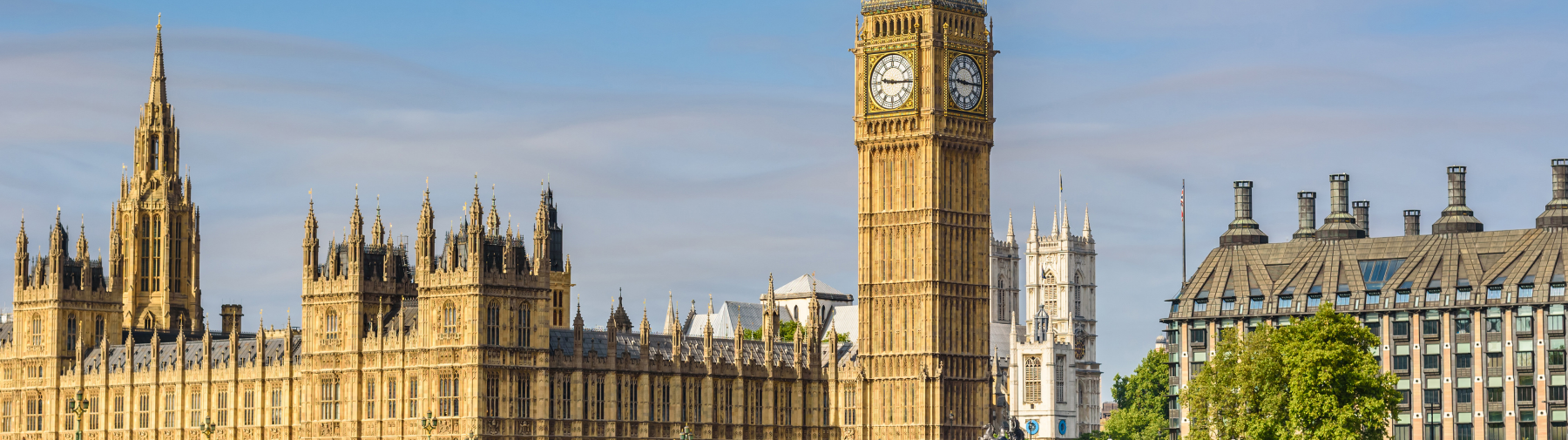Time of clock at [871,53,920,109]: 9:15
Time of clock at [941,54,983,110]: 9:15
